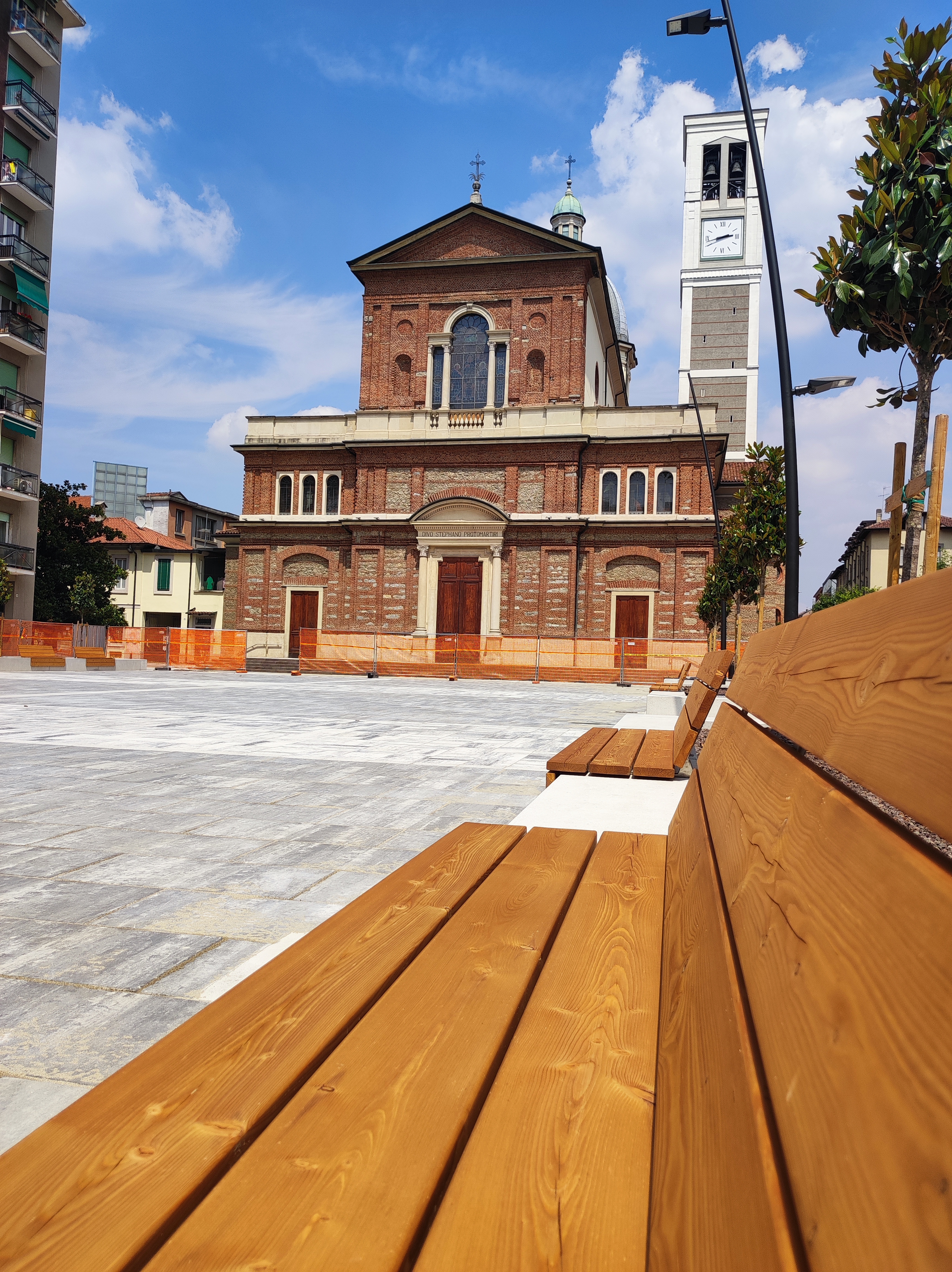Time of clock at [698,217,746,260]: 2:42
